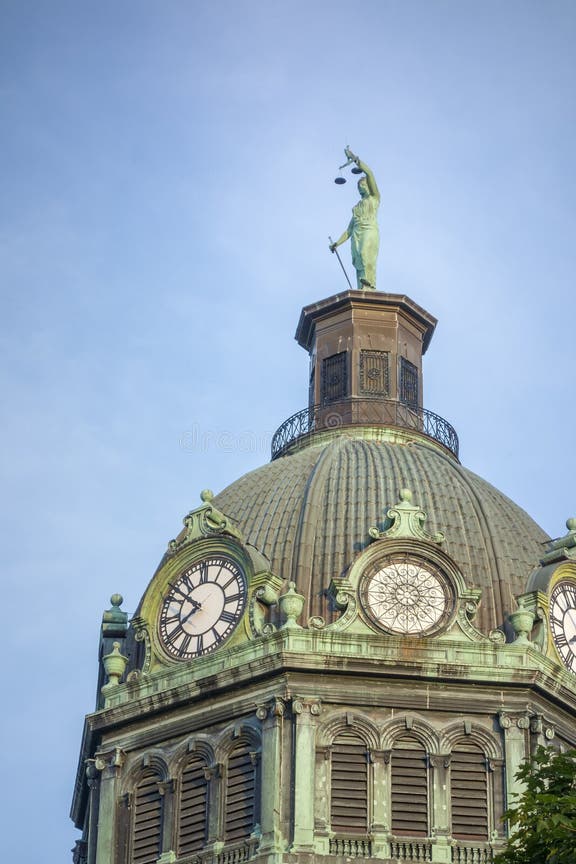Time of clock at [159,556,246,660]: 7:51
